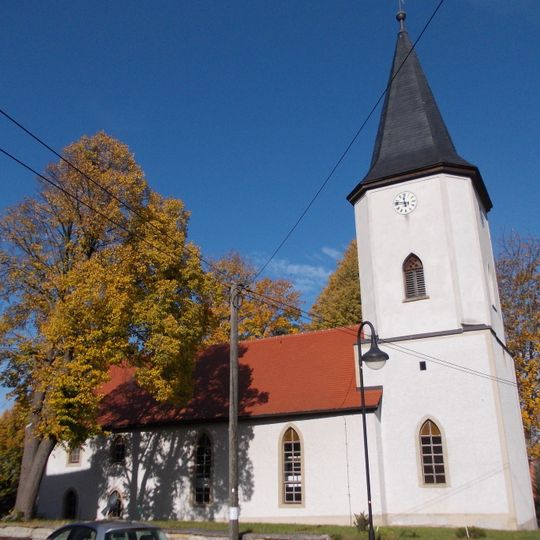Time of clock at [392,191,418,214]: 11:46
